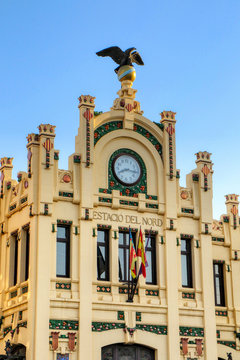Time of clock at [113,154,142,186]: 8:16
